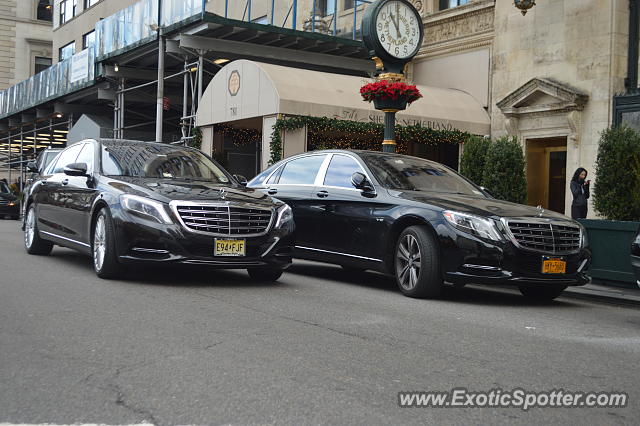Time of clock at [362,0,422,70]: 11:00
